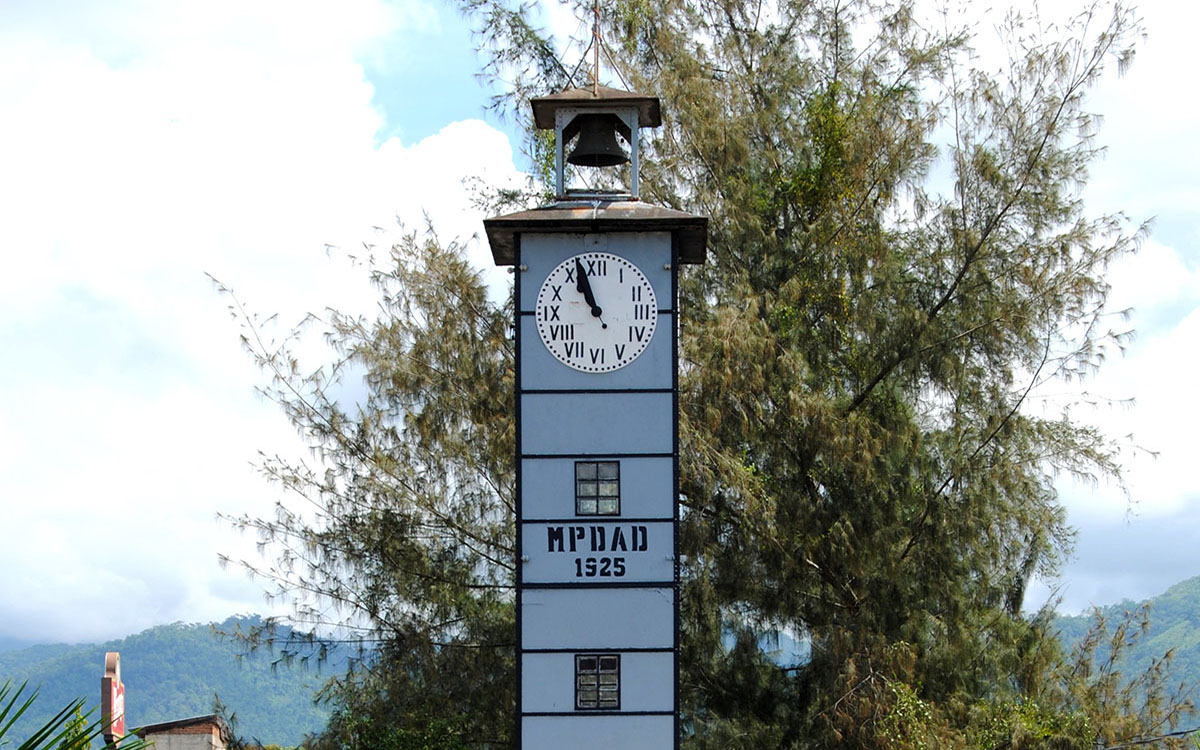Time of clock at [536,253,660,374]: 10:56
